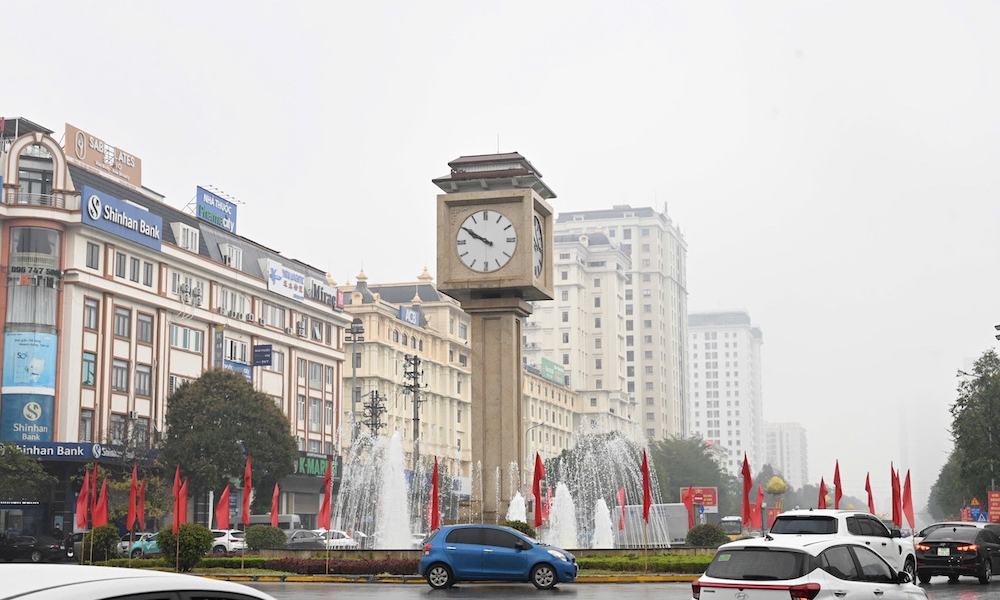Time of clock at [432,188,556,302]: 9:50
